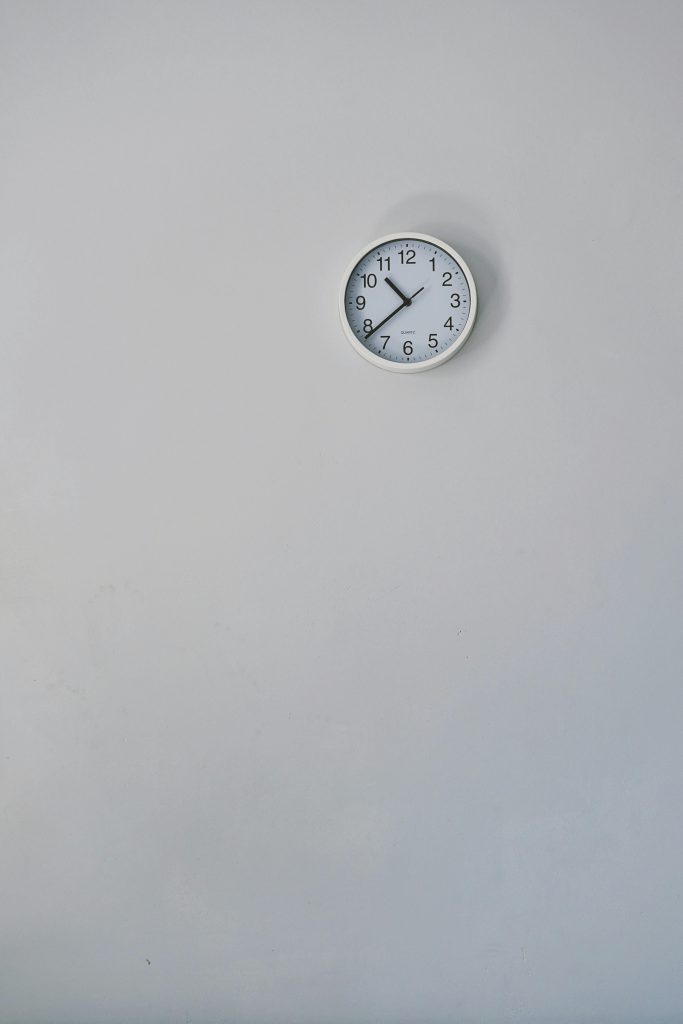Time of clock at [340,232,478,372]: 10:38
